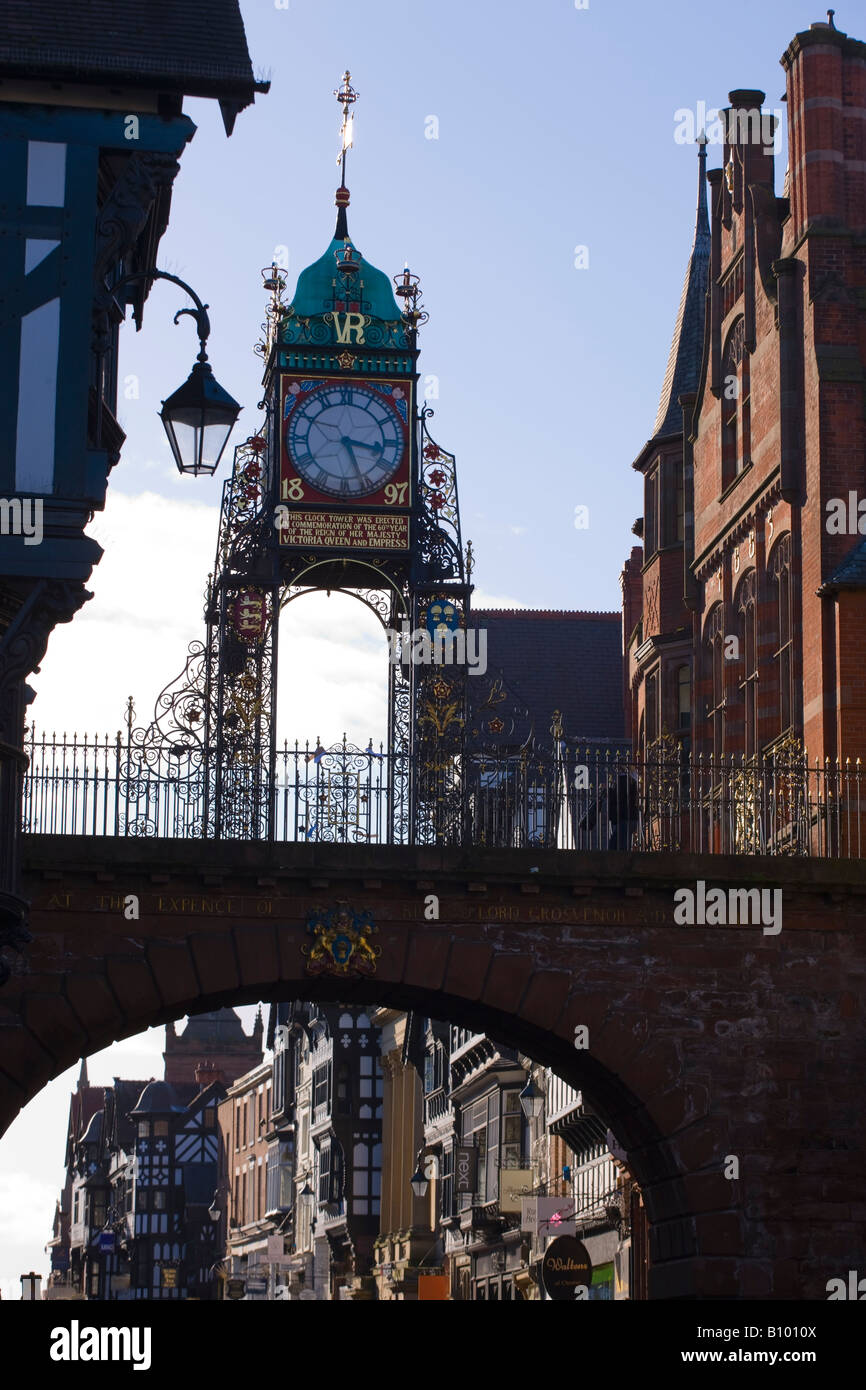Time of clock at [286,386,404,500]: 3:26
